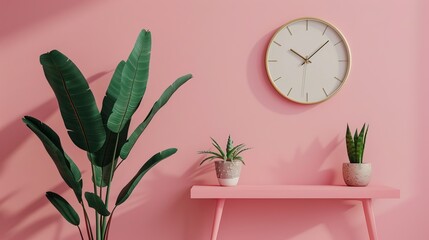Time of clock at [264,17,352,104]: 10:07
